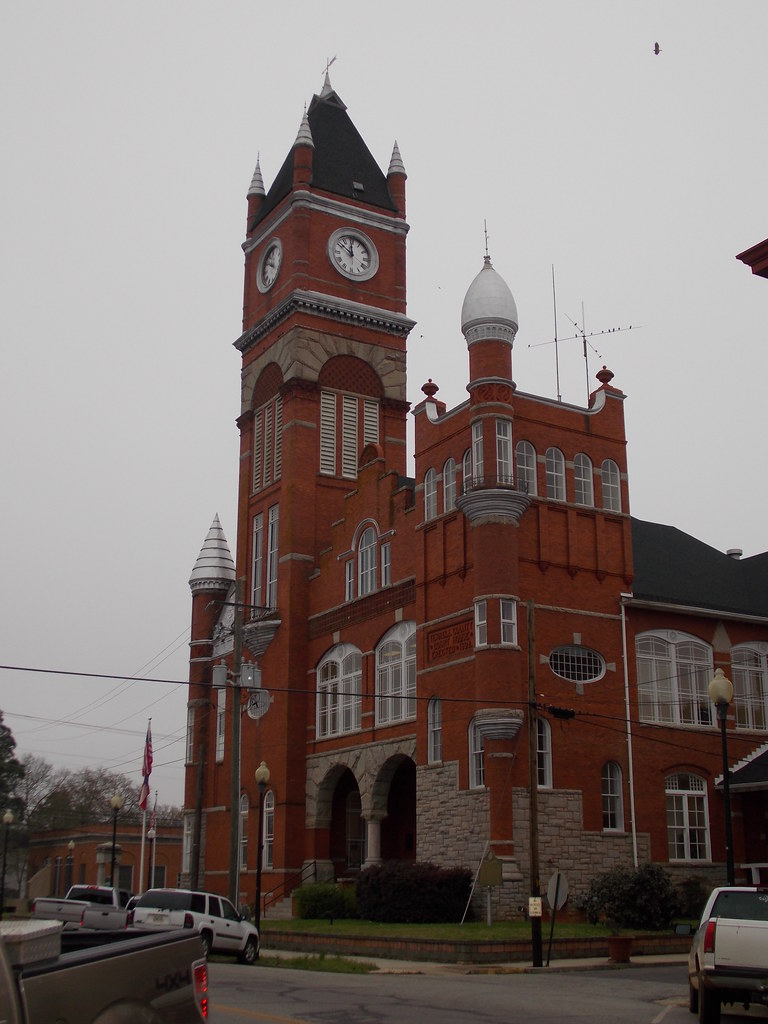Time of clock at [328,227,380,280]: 11:51
